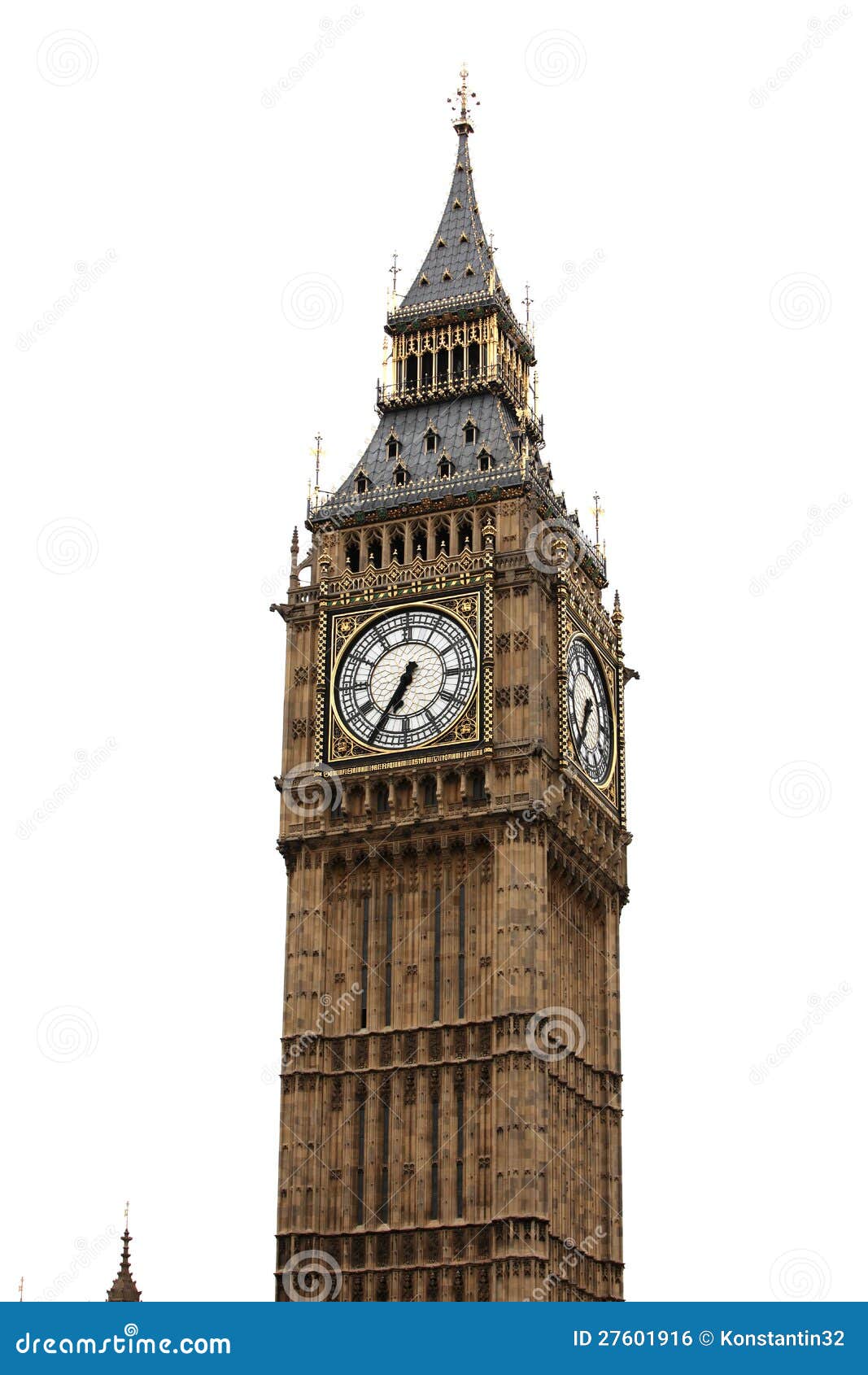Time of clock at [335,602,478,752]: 6:34
